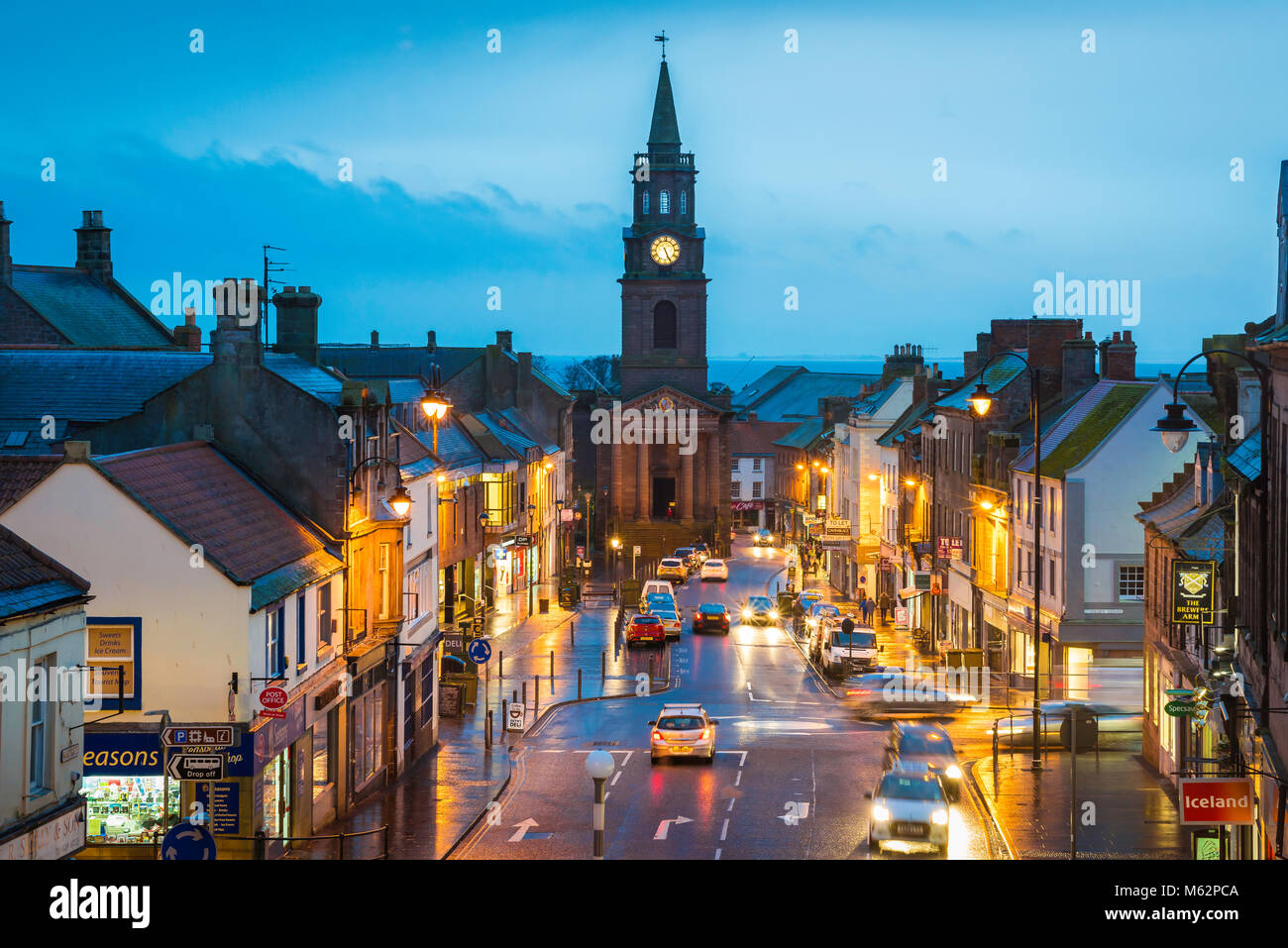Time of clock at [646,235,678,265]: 5:26
